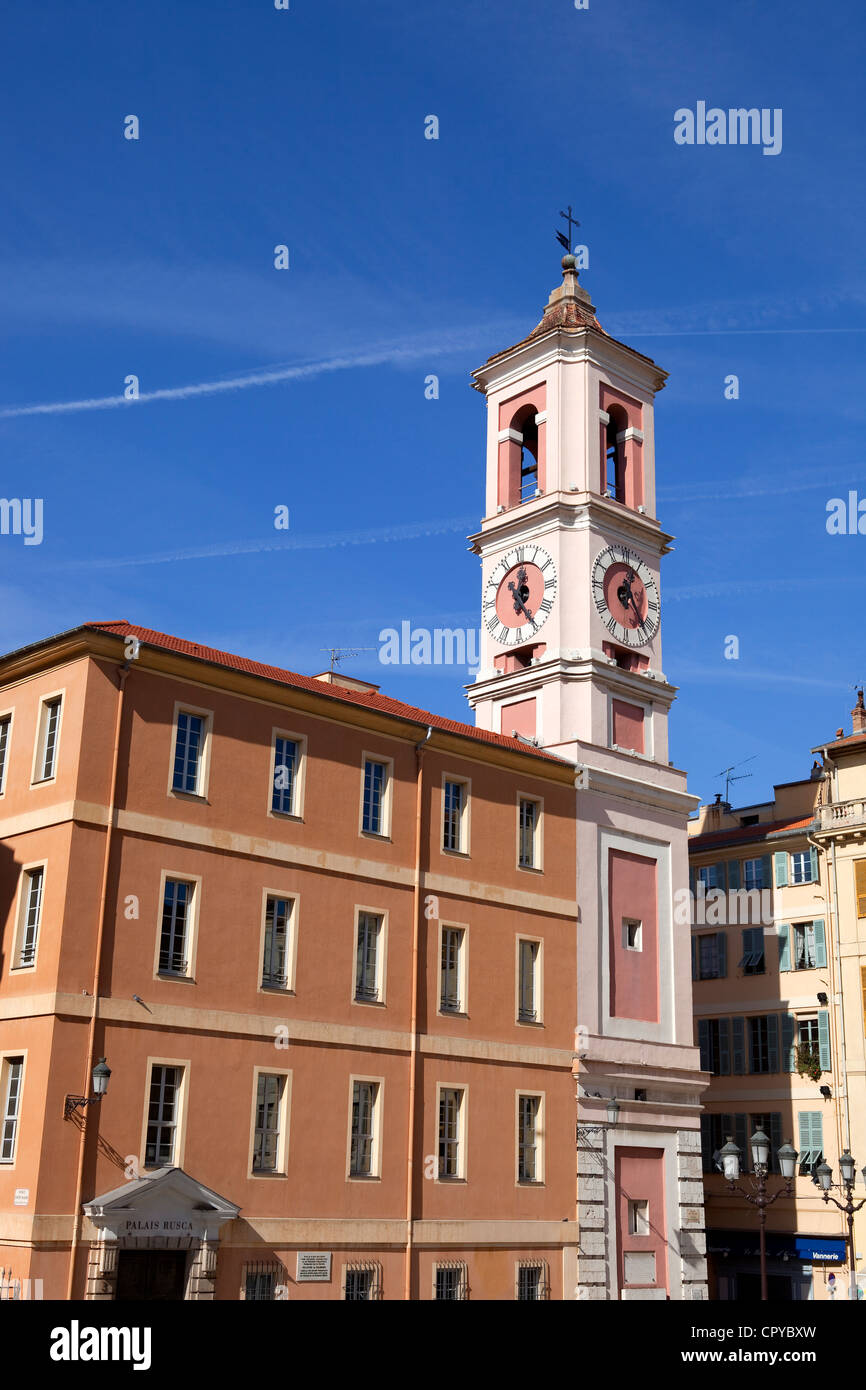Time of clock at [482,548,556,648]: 12:24
